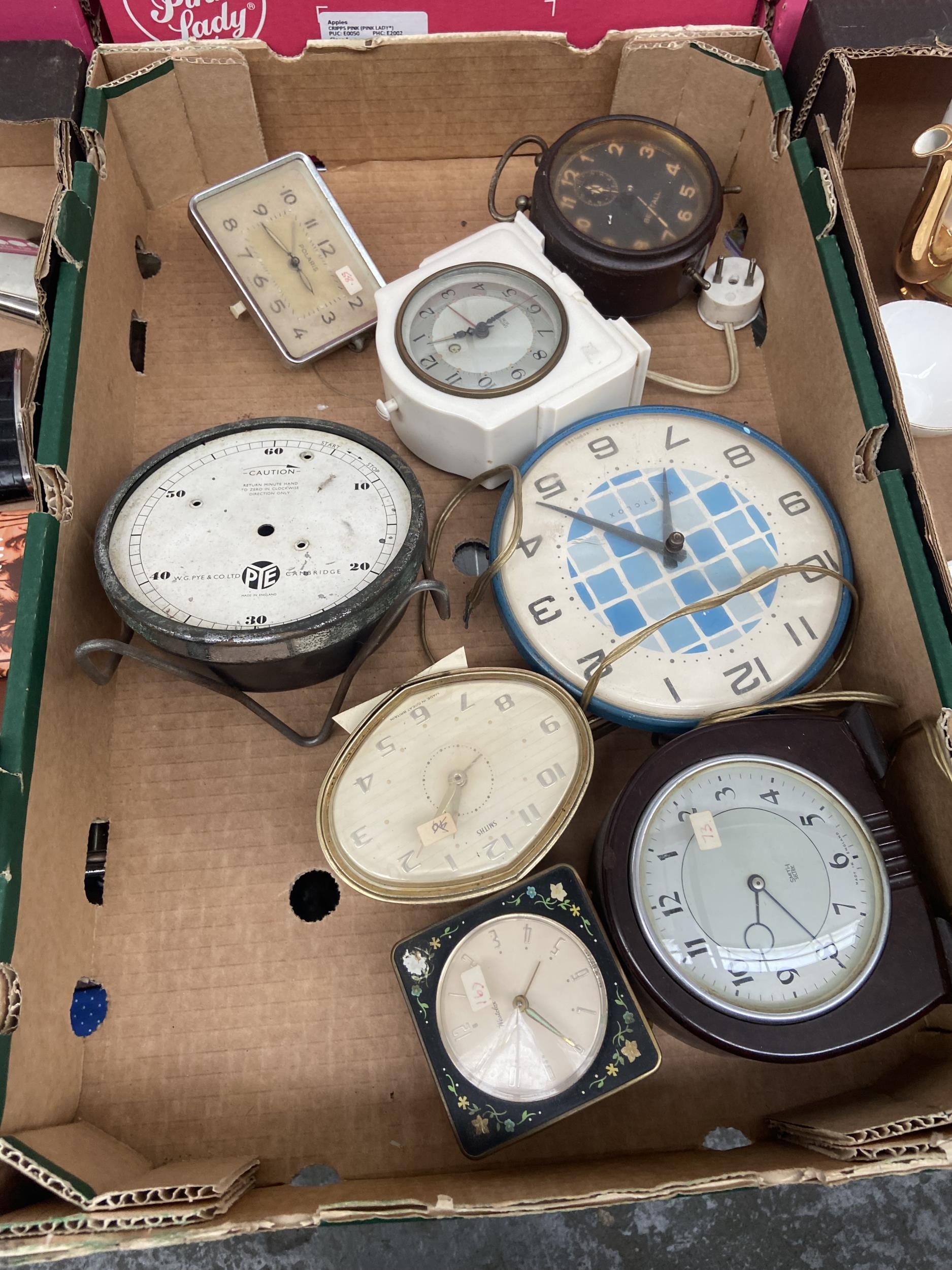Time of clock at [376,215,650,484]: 1:42
